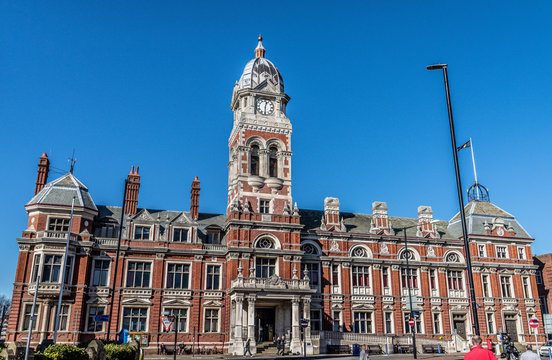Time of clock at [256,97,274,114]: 12:30
